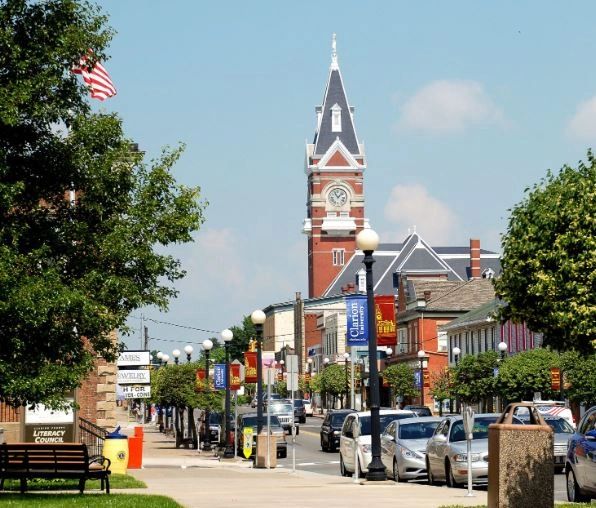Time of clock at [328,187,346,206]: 11:07
